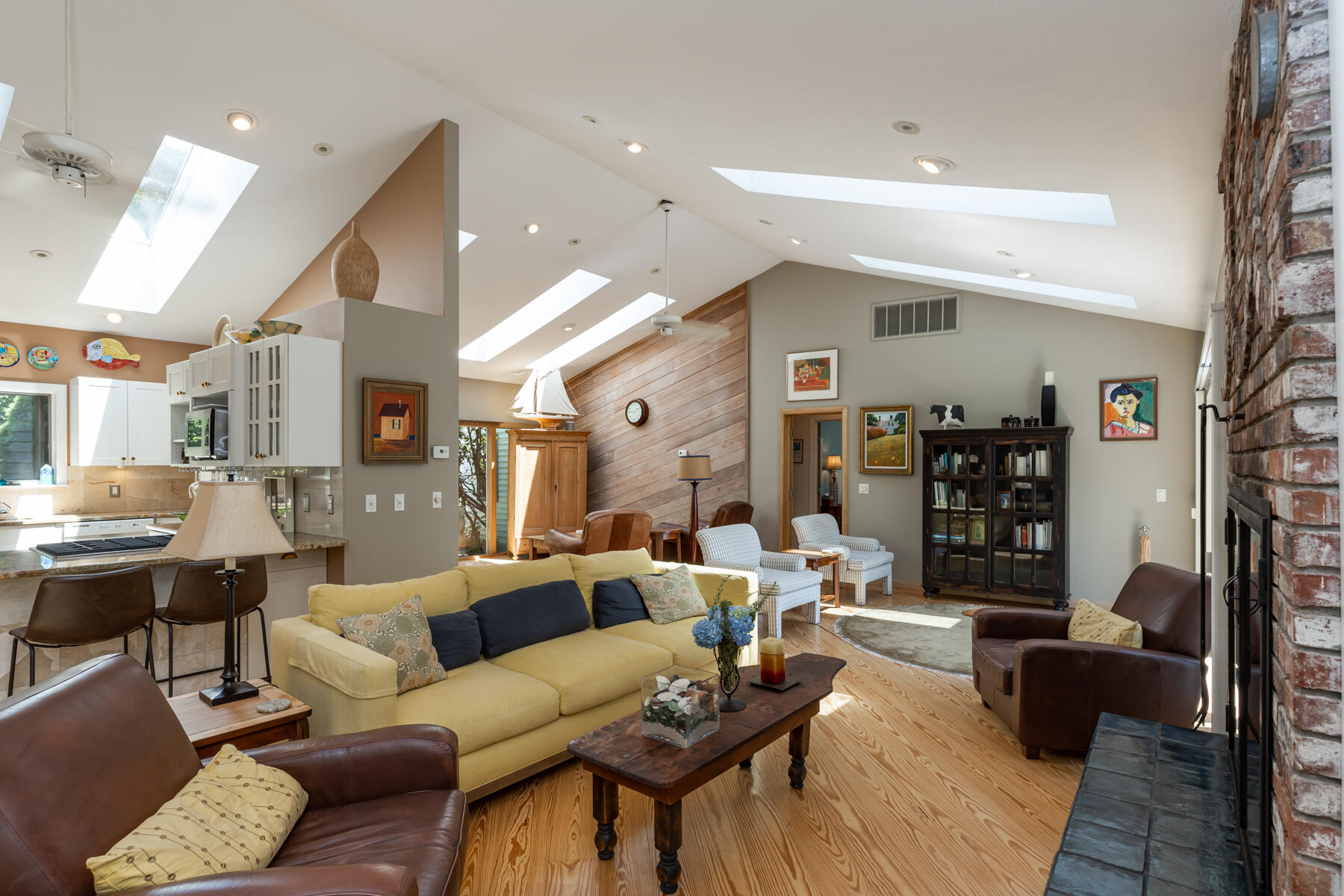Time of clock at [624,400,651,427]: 1:46
